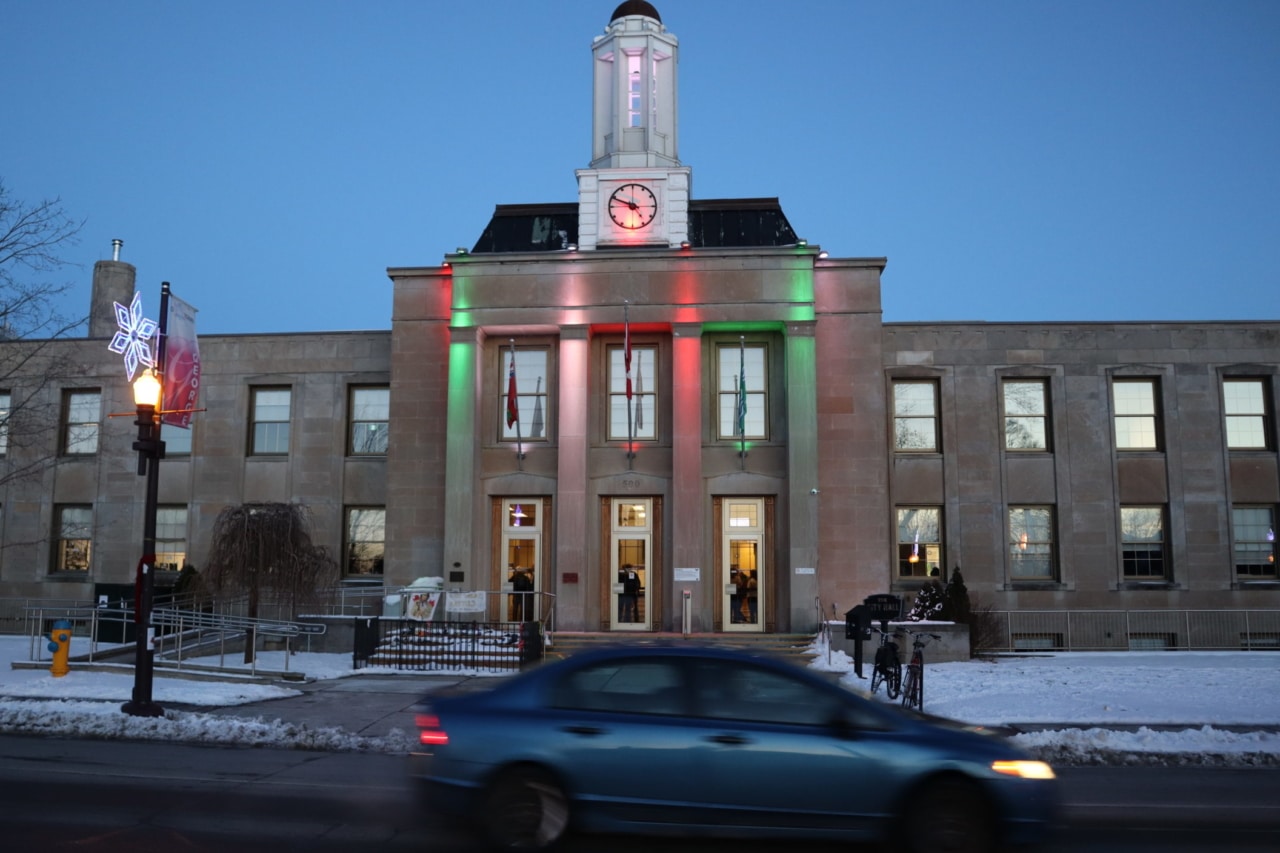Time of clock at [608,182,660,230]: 4:49
